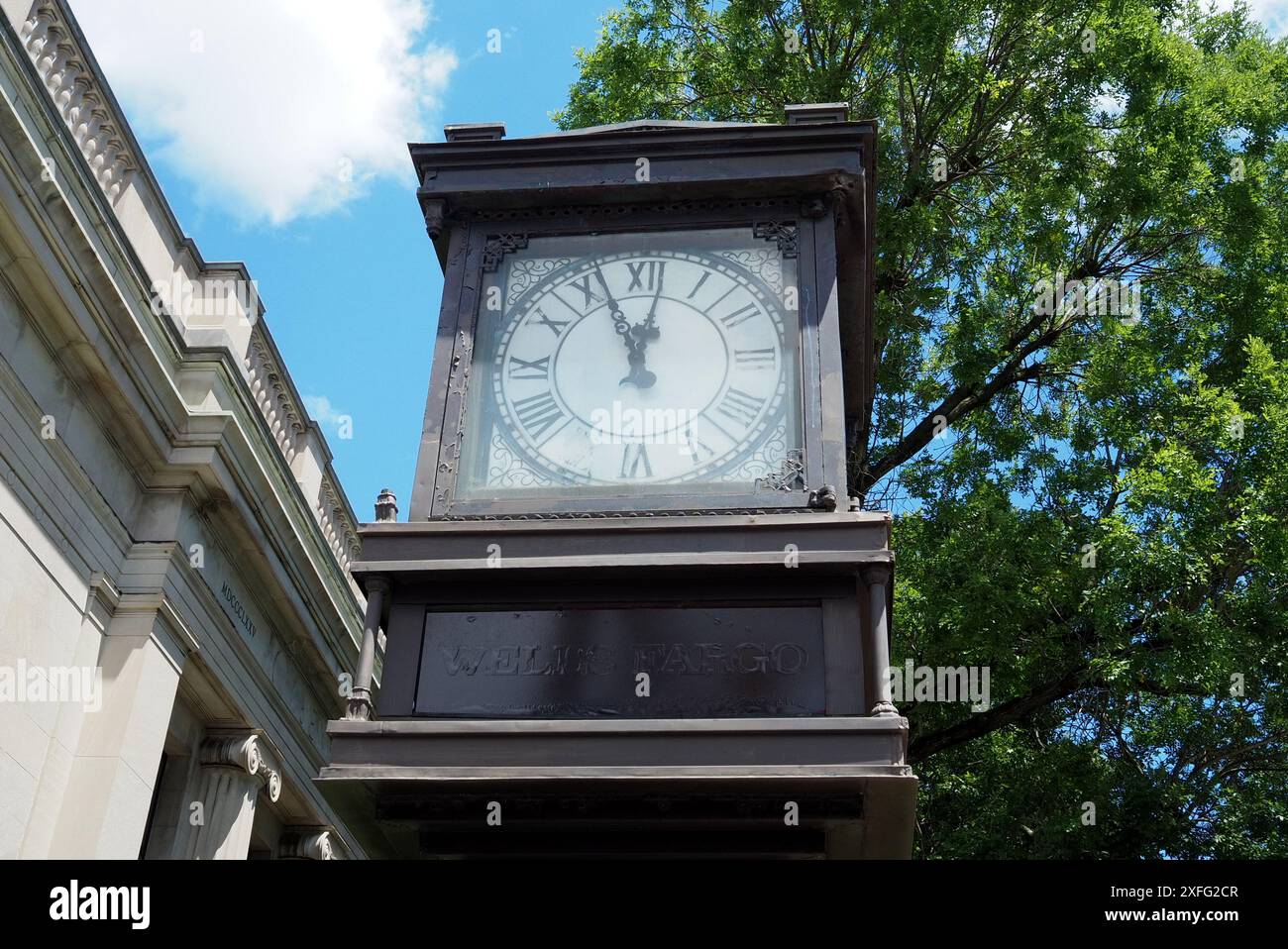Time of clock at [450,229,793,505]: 11:56
